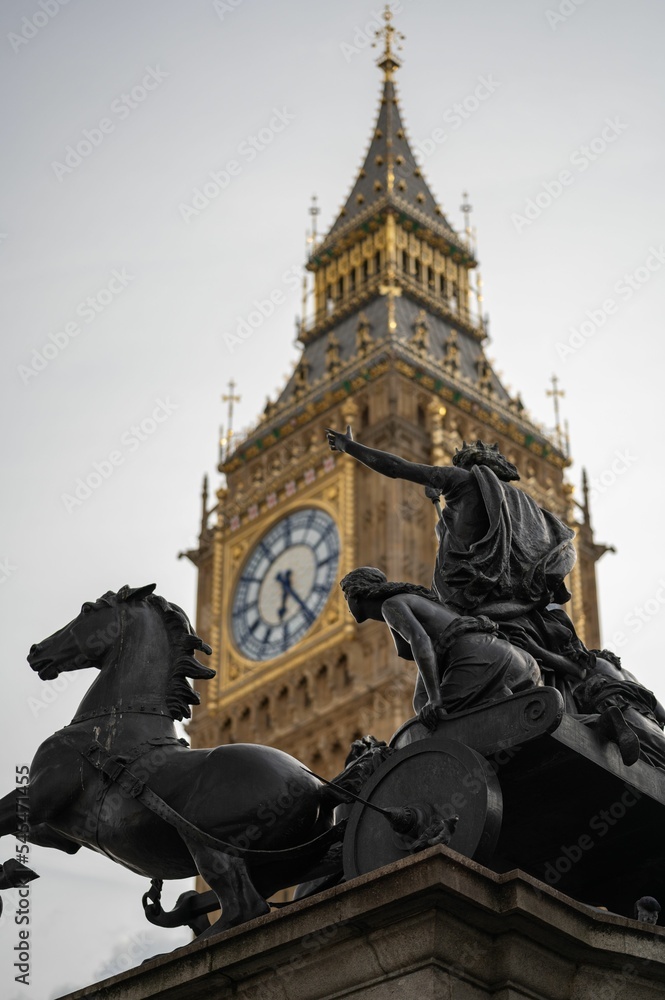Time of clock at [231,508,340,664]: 6:24
